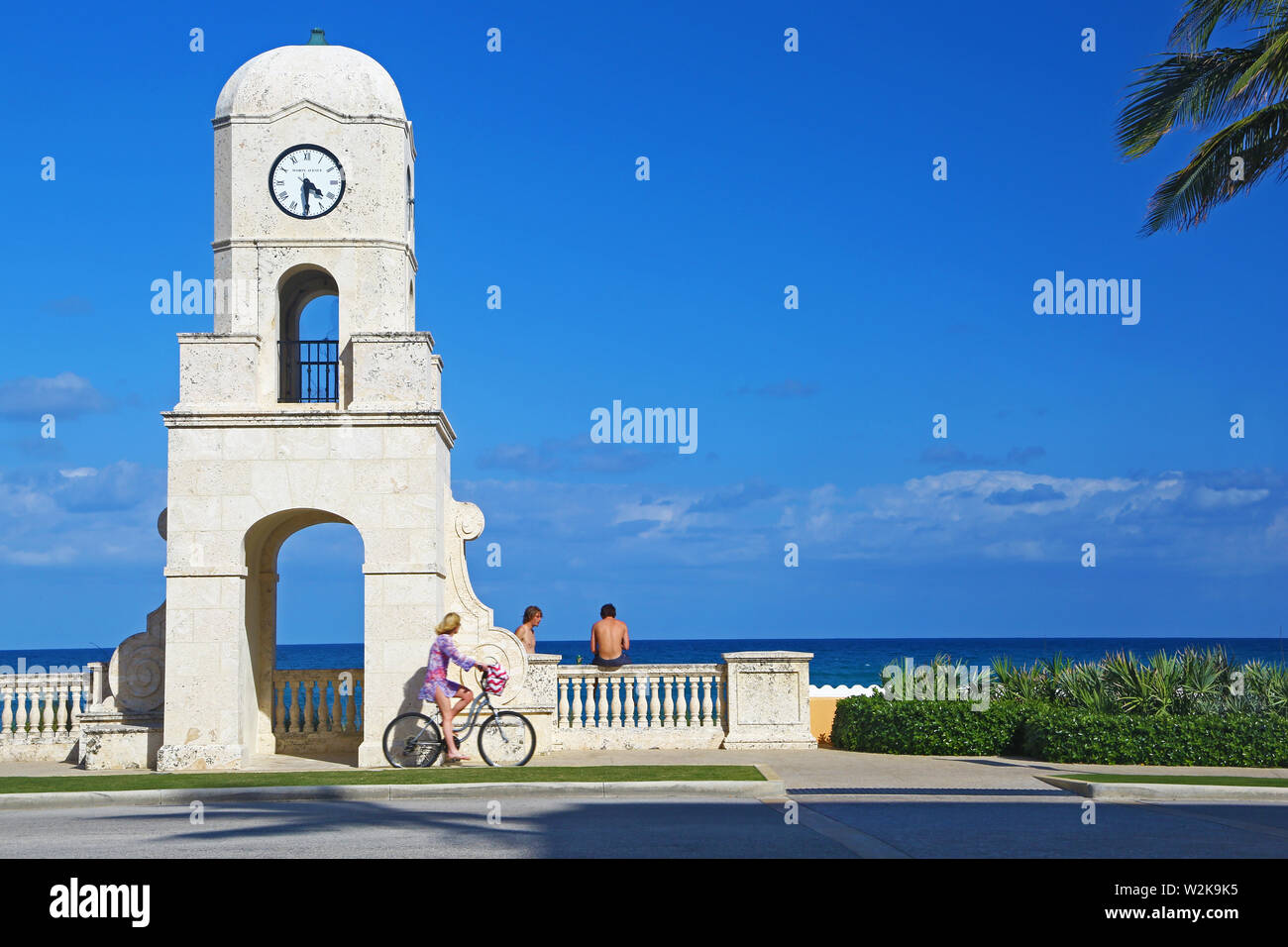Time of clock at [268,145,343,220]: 4:30
